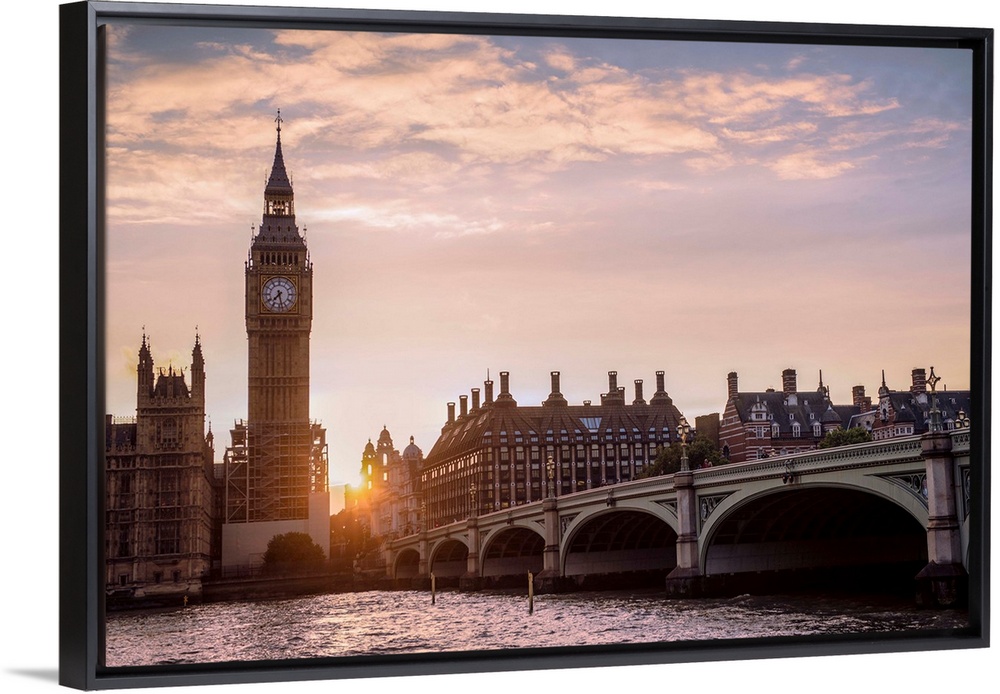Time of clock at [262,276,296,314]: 7:28
